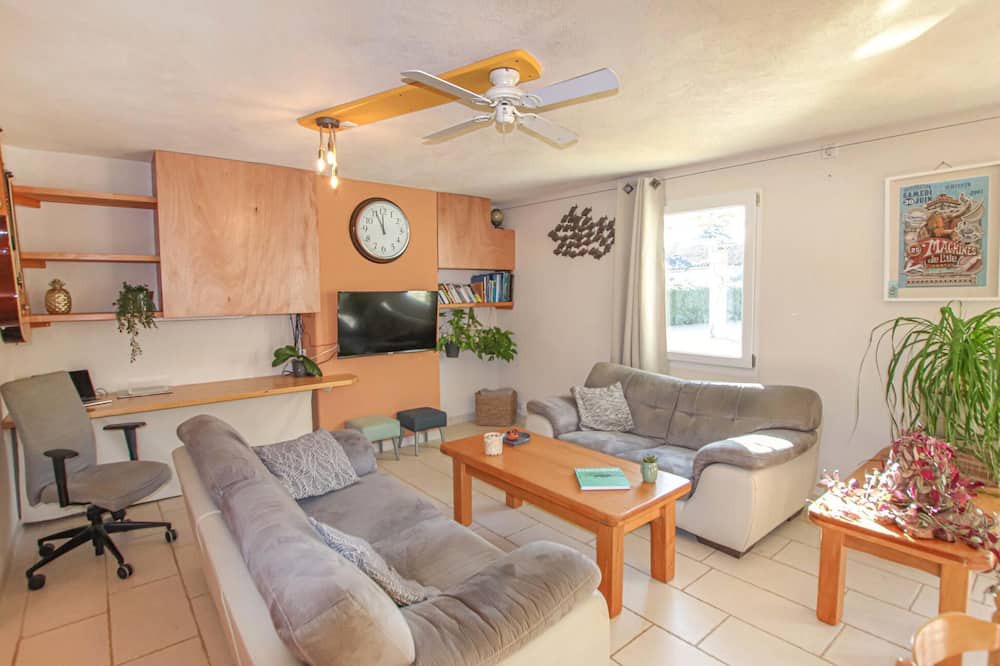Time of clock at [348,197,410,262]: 11:56
